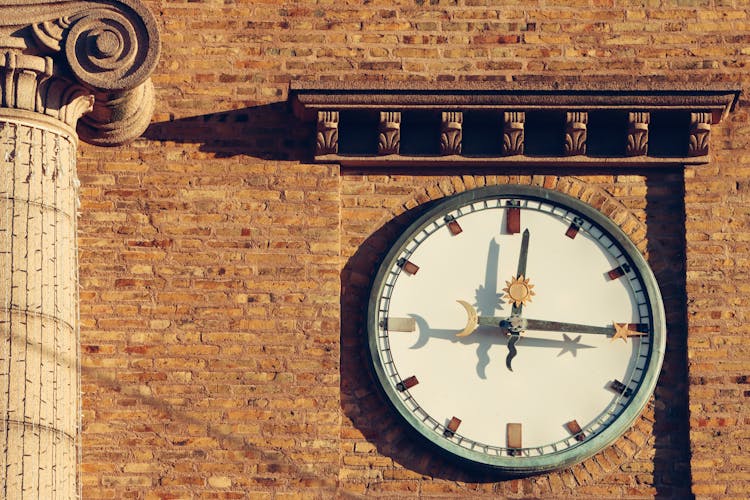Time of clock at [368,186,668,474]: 12:15
